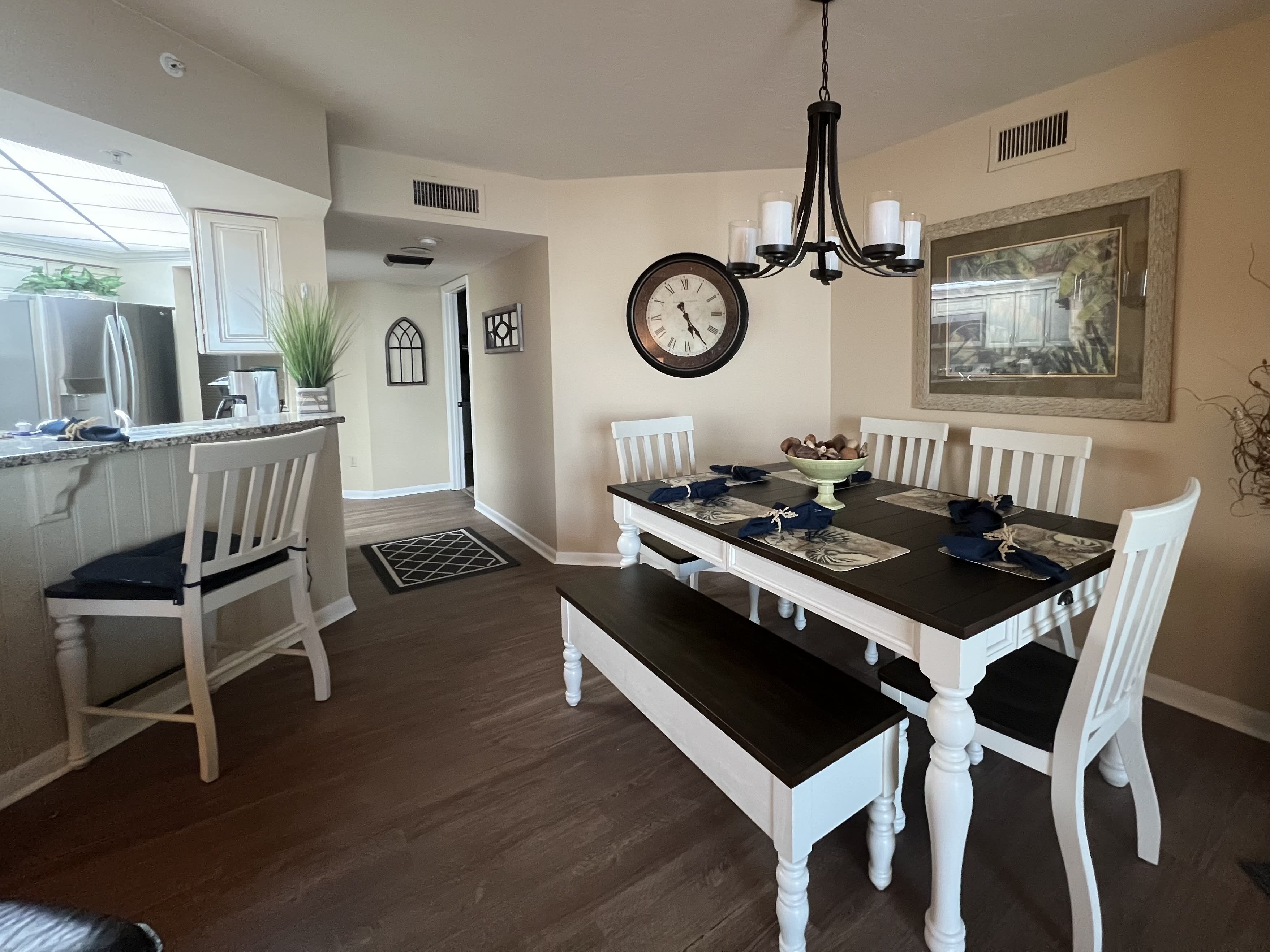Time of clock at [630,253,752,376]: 5:24
